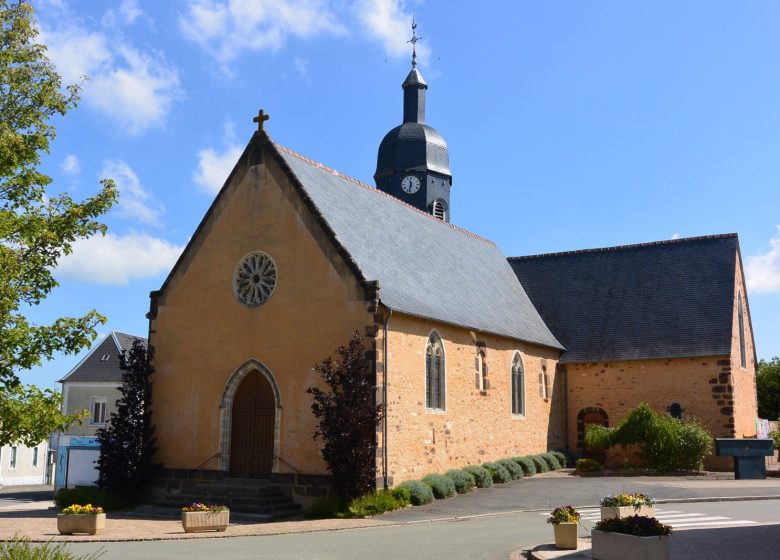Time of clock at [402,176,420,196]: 11:32
